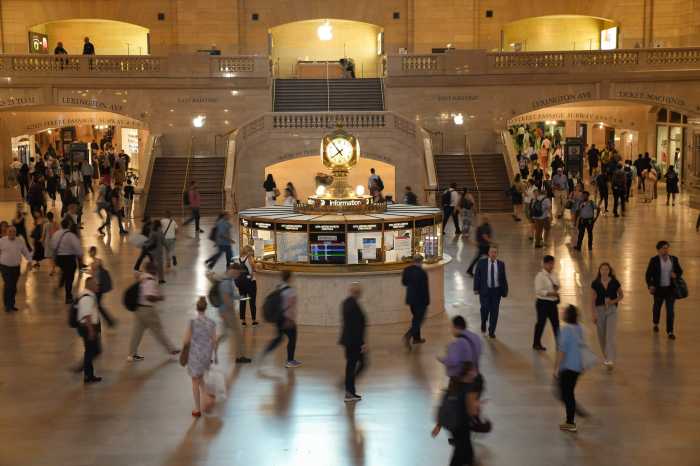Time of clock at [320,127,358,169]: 7:53
